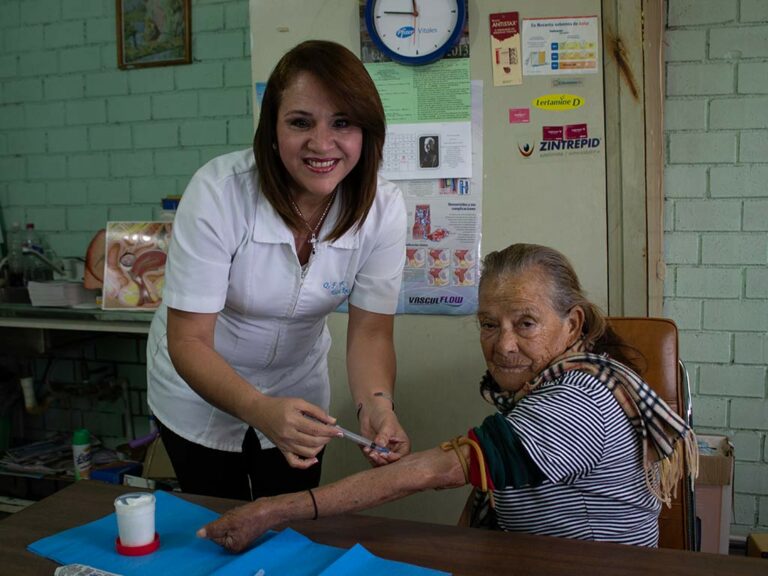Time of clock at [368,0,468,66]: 11:46
